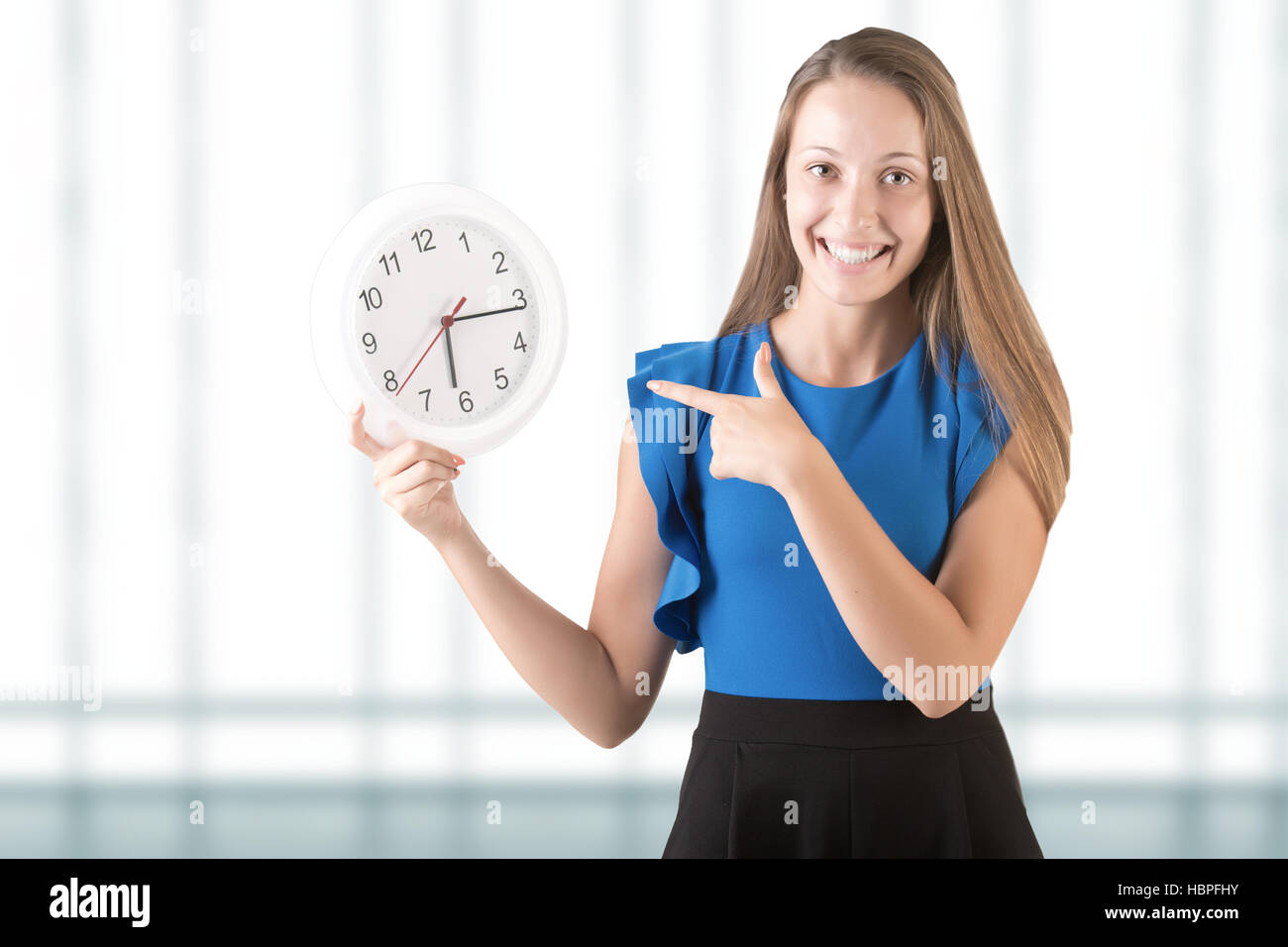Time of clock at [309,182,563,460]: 6:15
